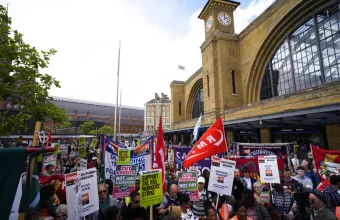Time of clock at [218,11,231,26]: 2:00
